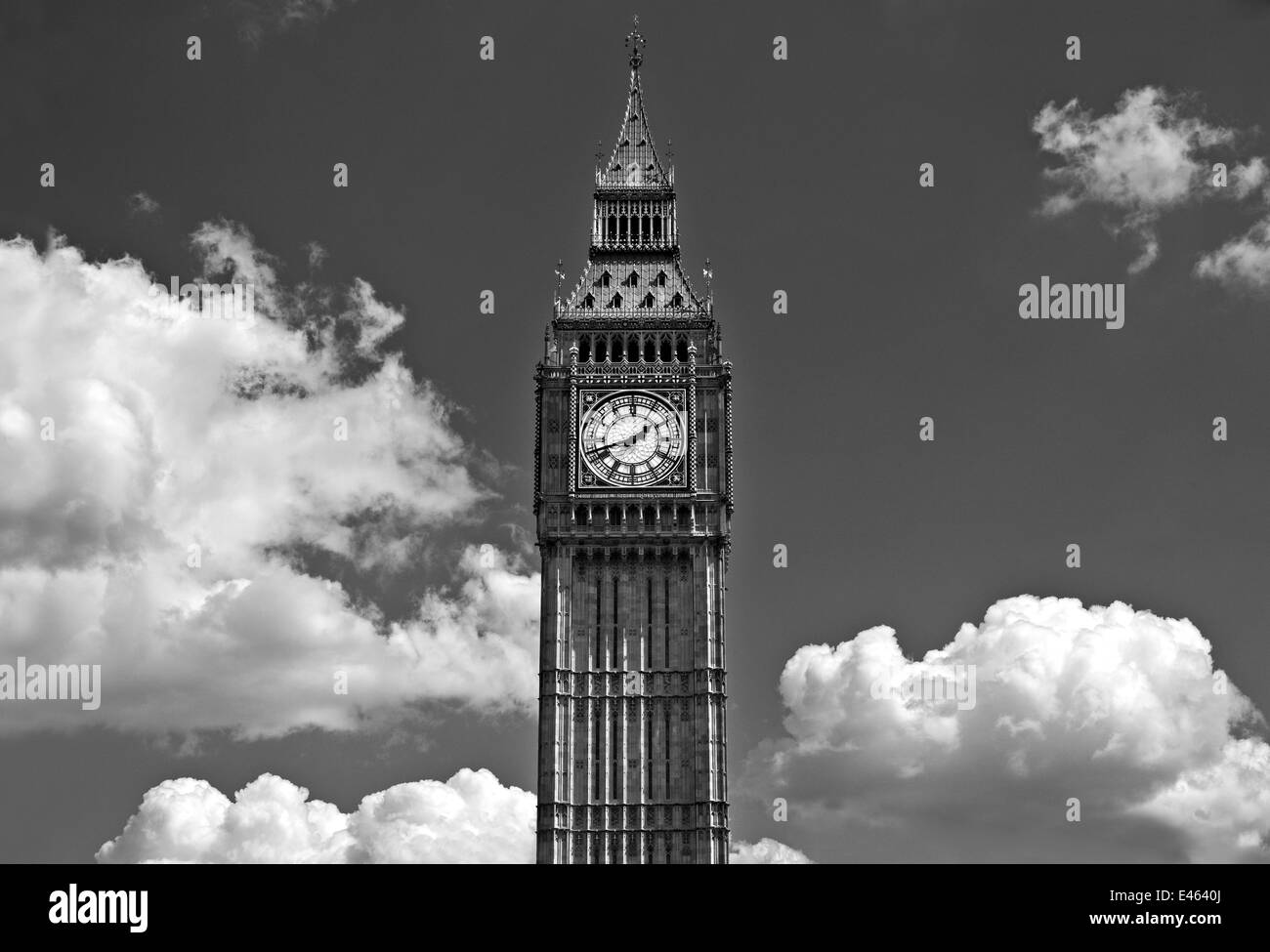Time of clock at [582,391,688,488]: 1:42
